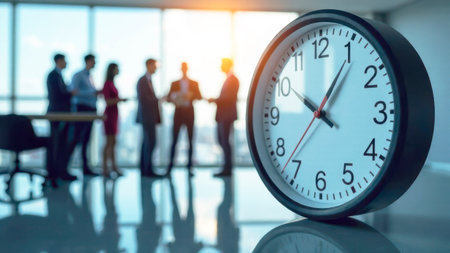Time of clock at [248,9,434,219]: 10:05
